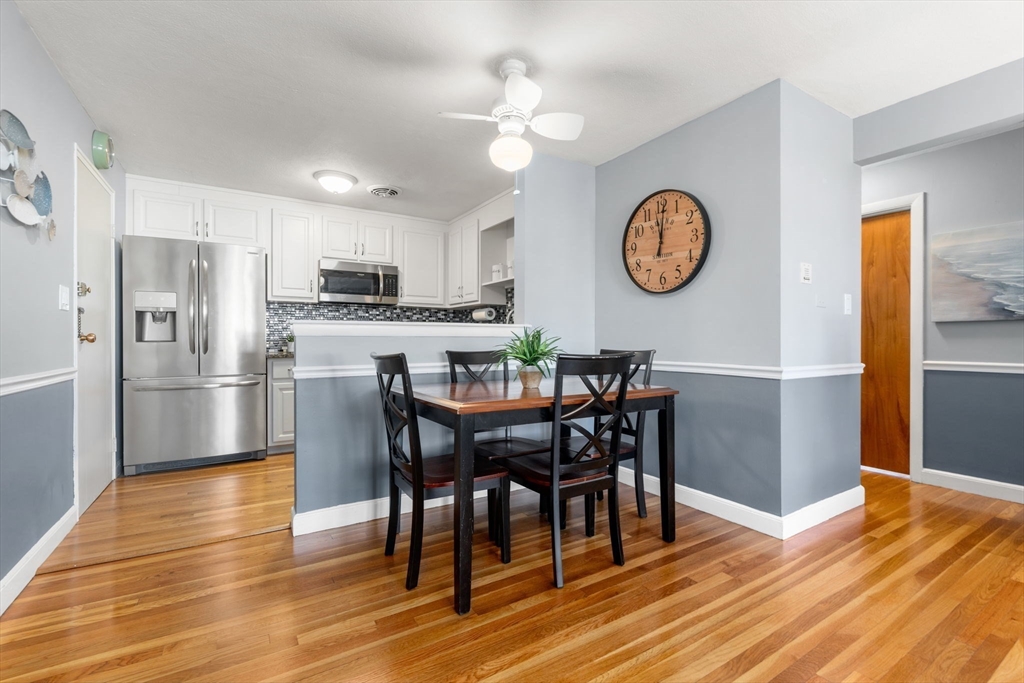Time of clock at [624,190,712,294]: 12:01
